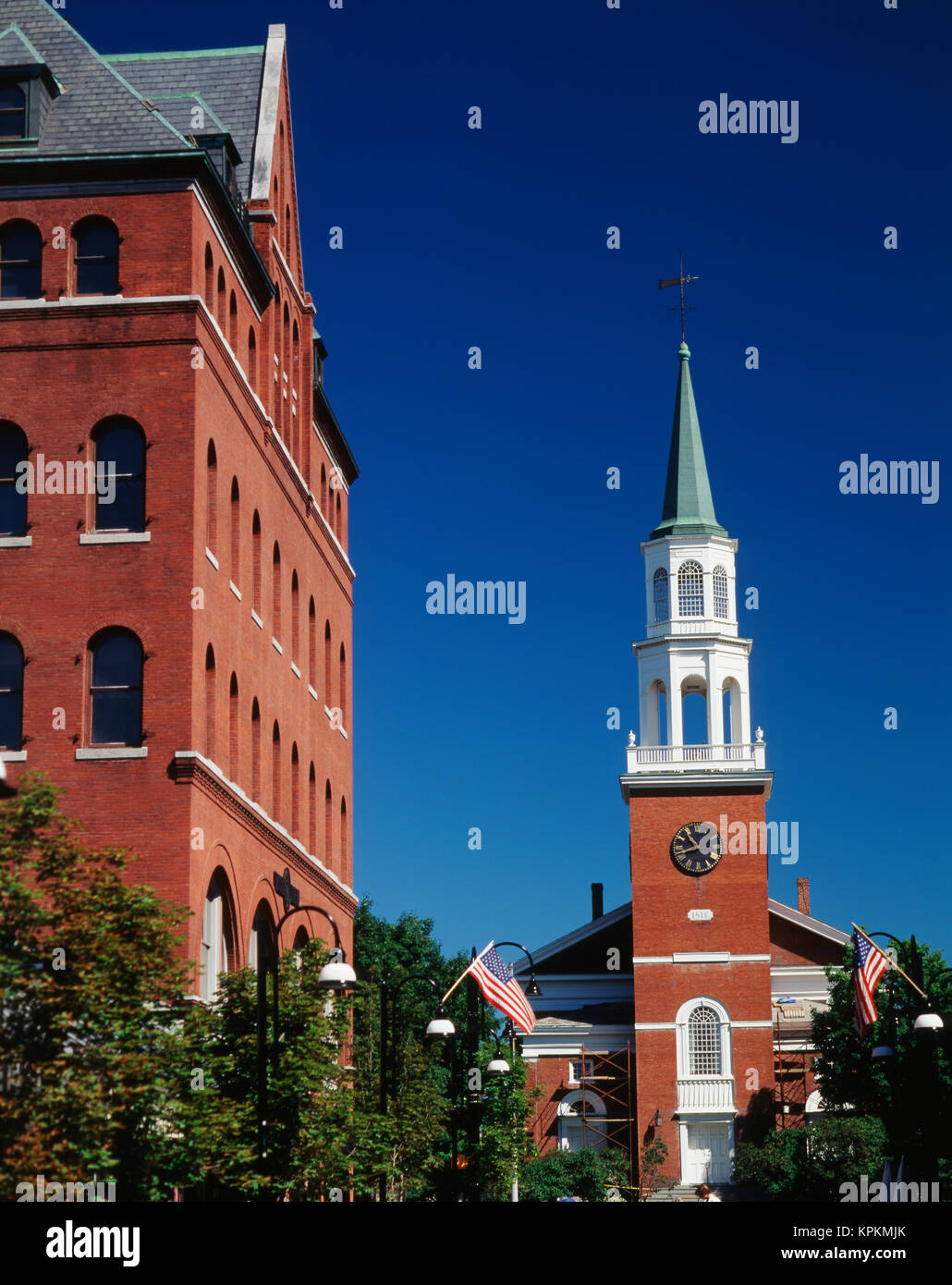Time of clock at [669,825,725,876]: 10:42
